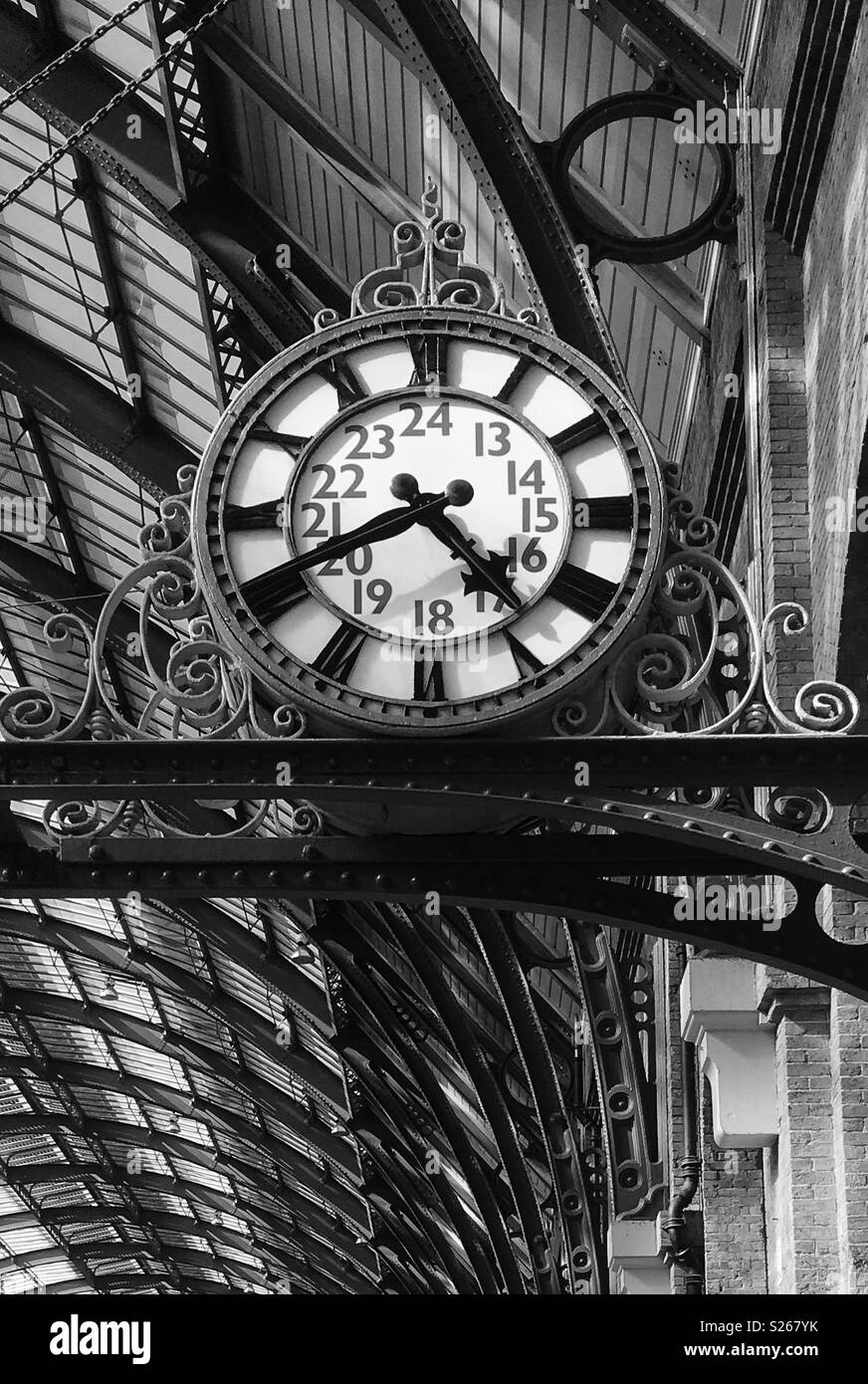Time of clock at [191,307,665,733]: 4:40
